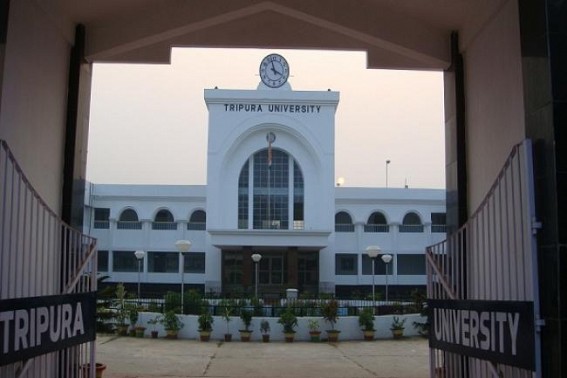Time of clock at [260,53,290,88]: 3:57
